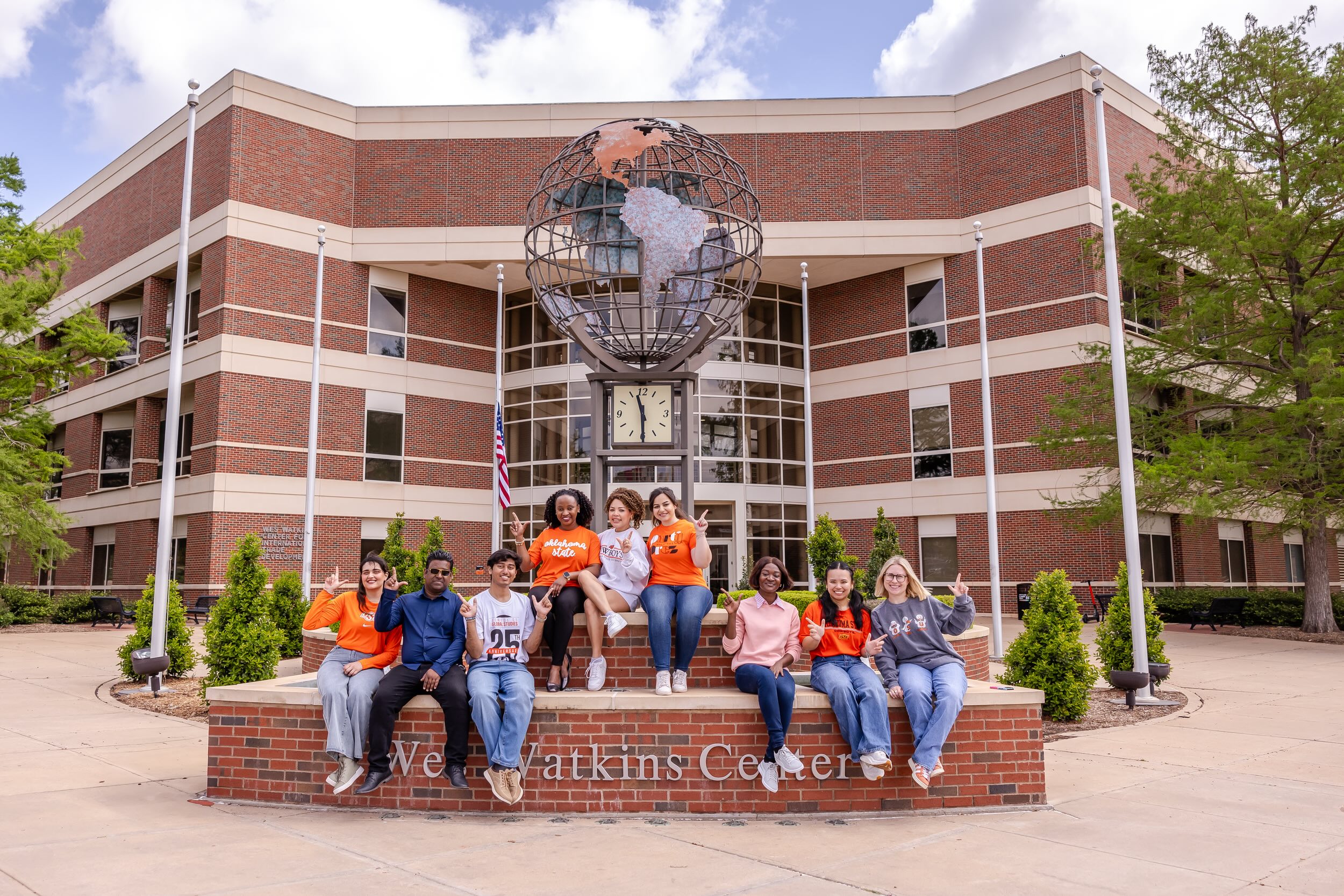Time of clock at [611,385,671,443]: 11:29
